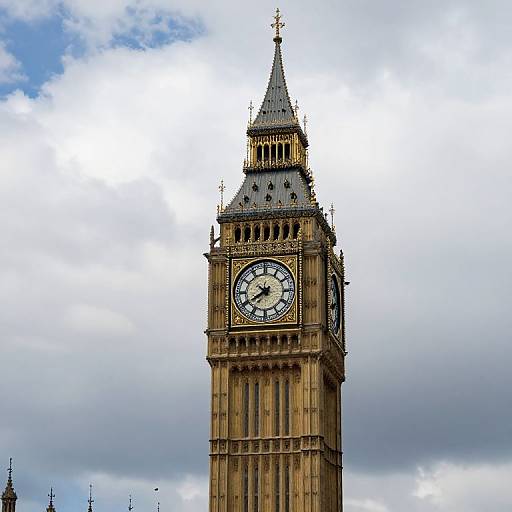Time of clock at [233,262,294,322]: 7:39
